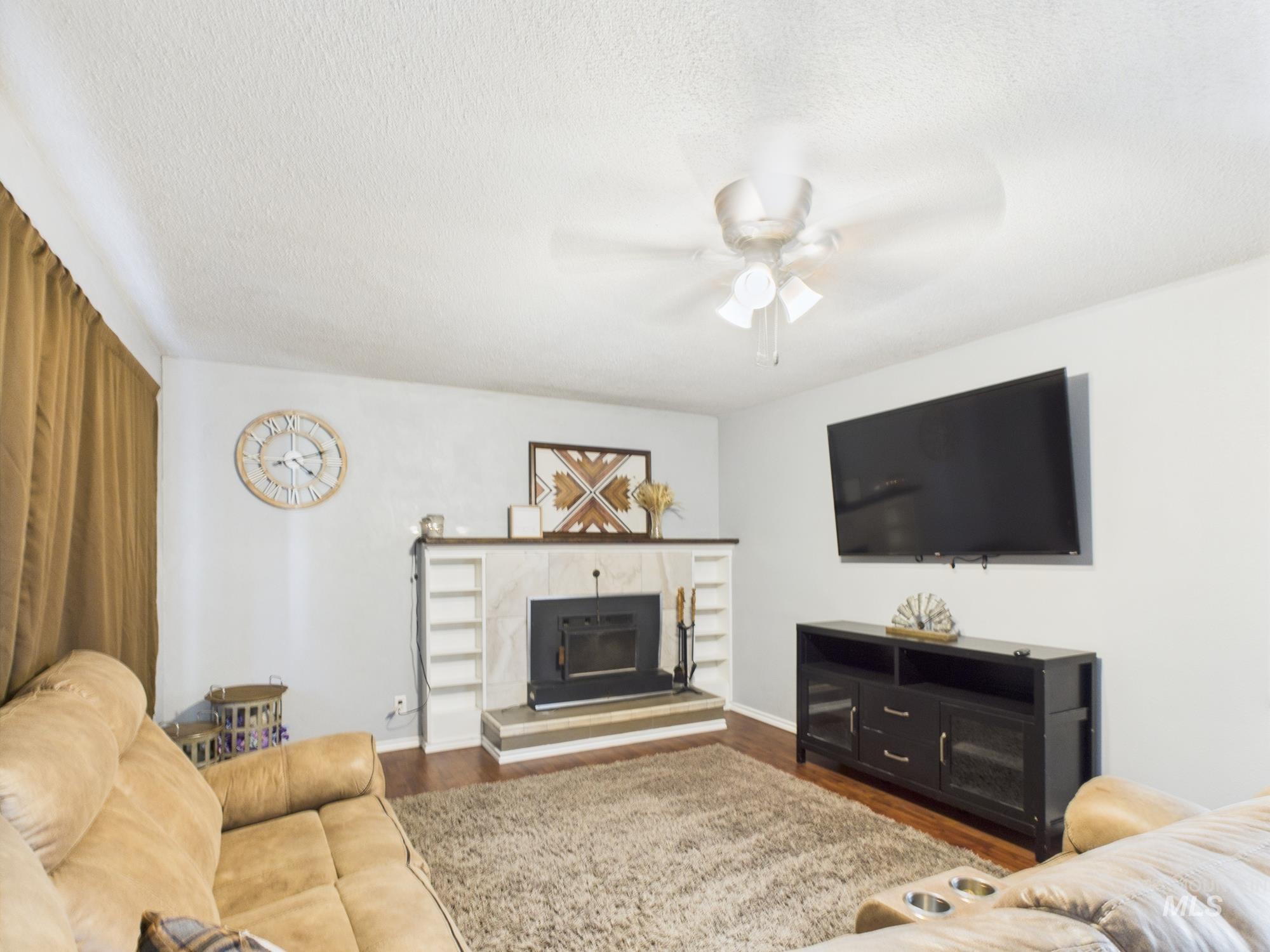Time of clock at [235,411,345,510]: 4:12
